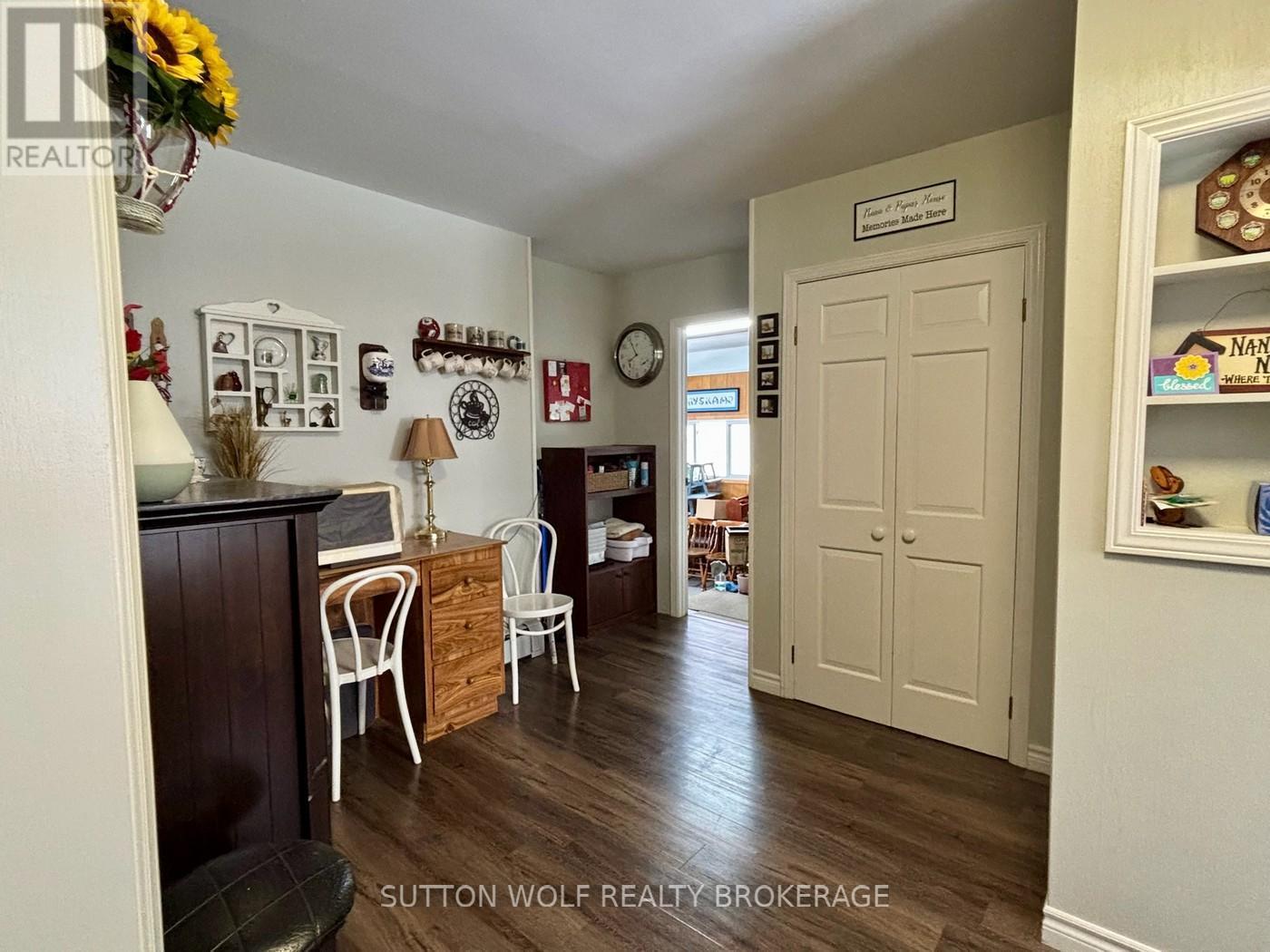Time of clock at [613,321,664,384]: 7:55
